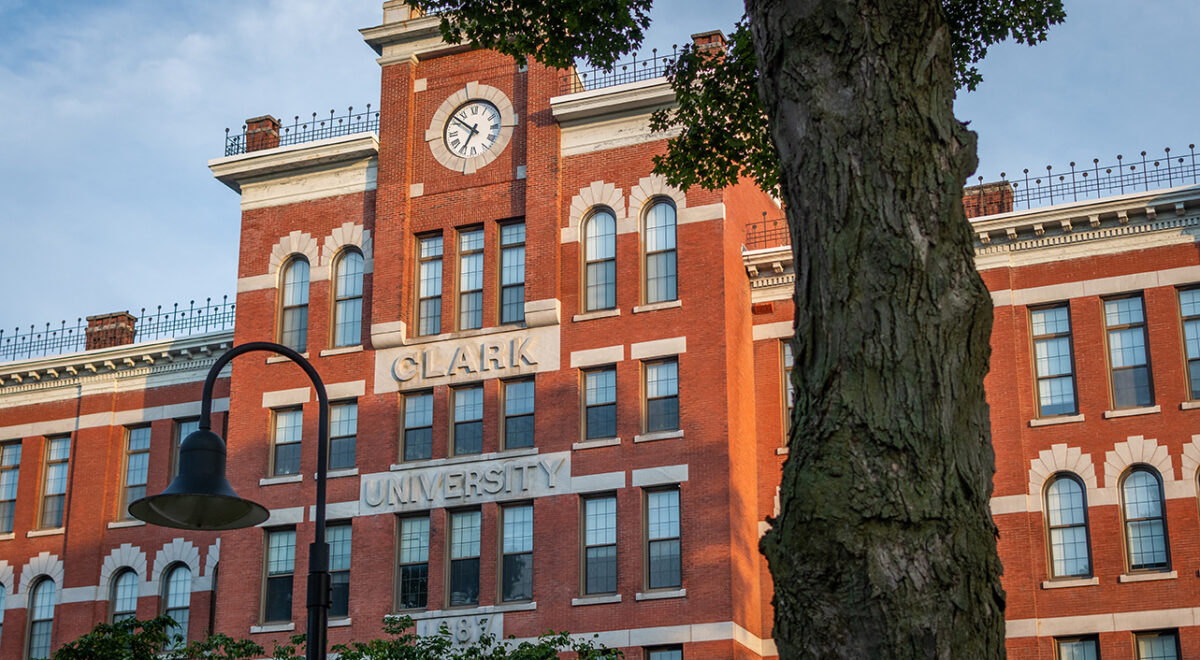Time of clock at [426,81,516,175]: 6:51
